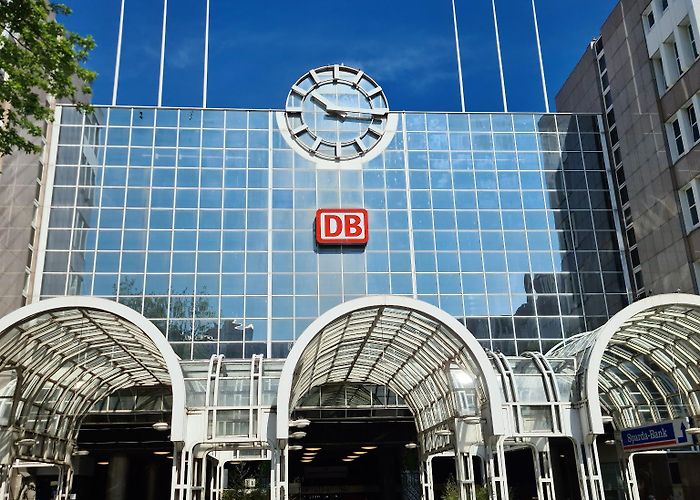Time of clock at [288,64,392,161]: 10:15
